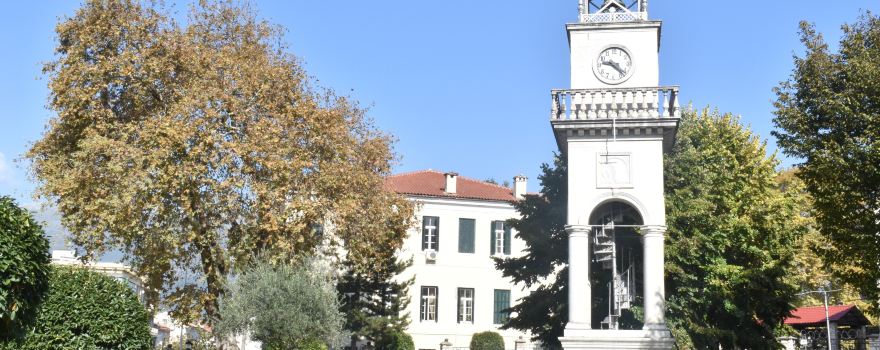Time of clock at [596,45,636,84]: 9:22
